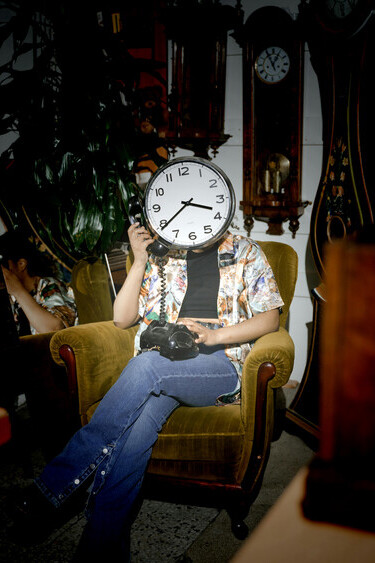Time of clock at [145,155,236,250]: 3:39
